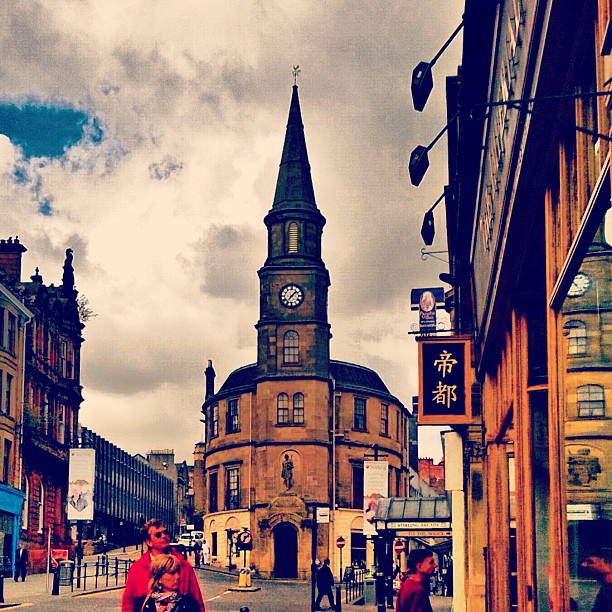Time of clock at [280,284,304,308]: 7:07
